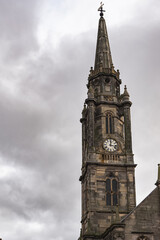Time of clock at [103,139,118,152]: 12:16
